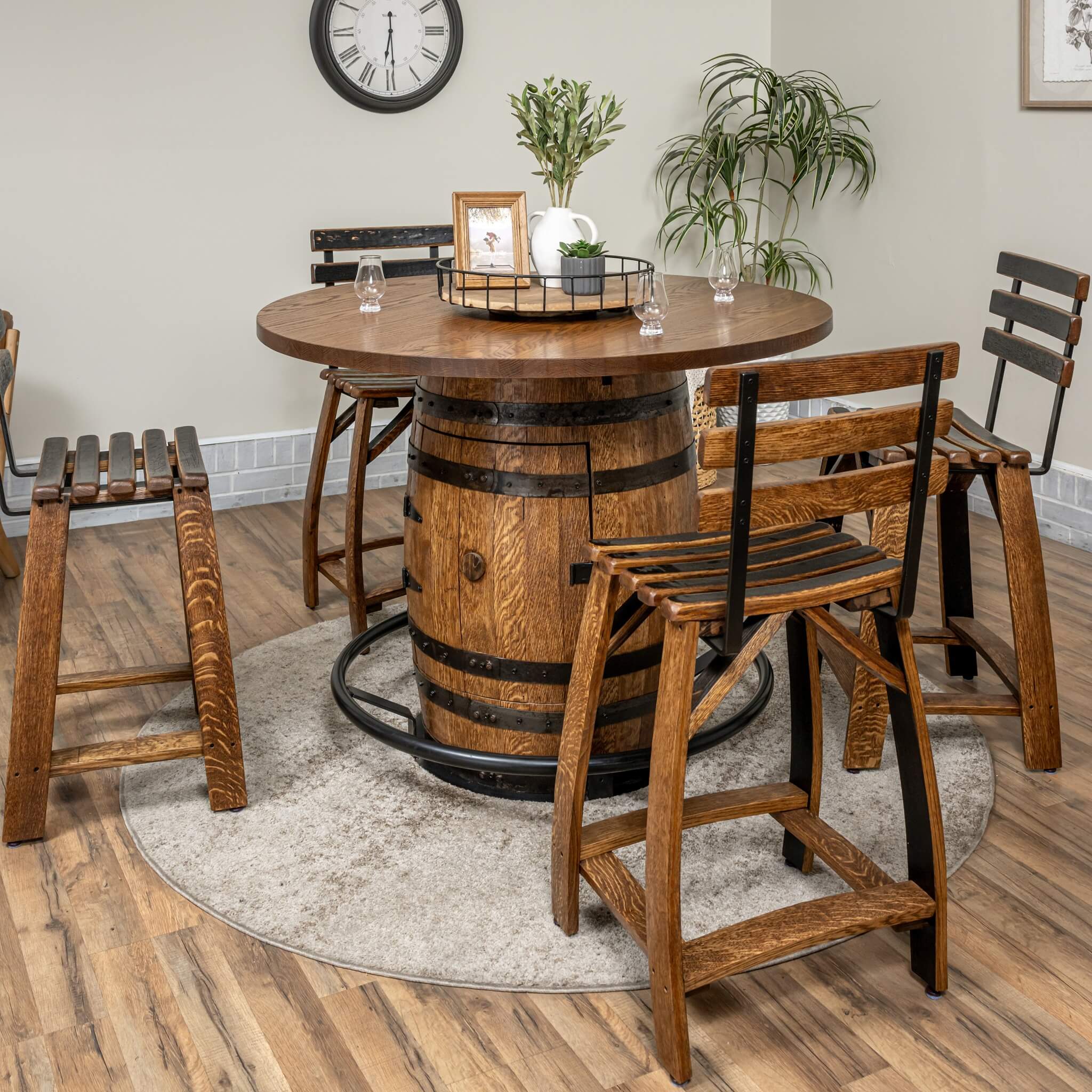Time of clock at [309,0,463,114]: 6:29
